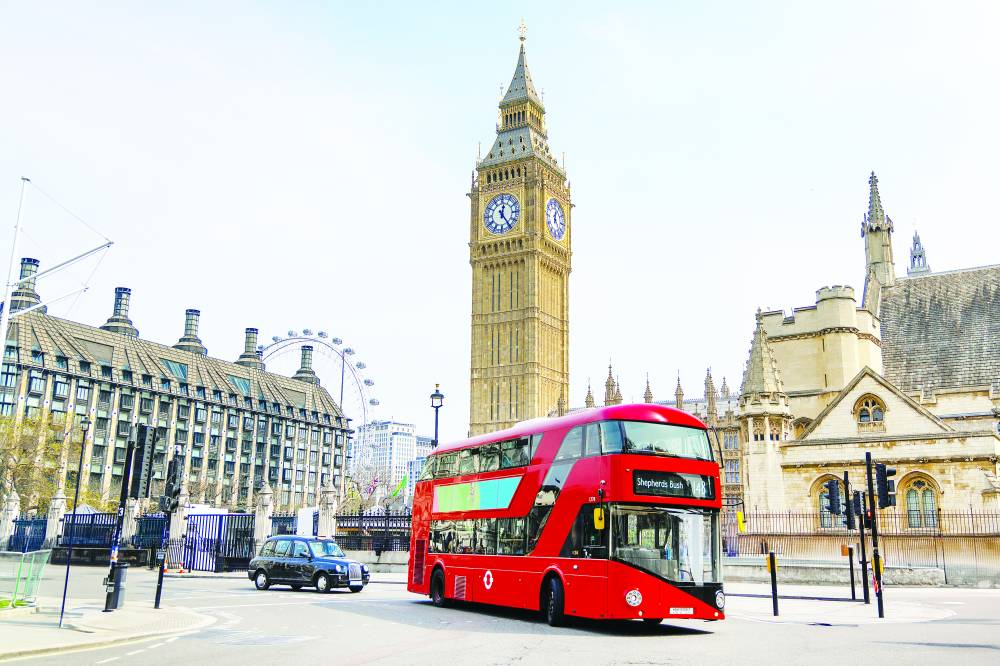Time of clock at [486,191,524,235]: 12:24
